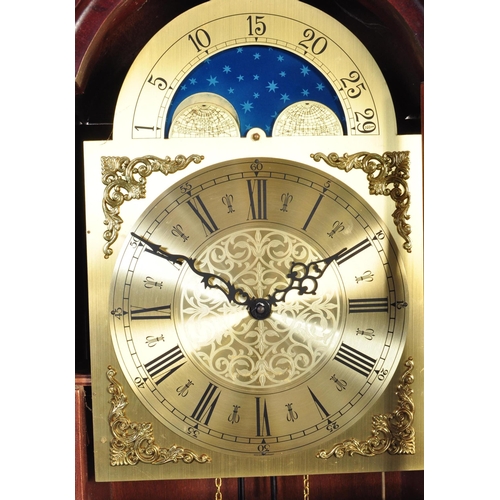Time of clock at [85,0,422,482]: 1:50
